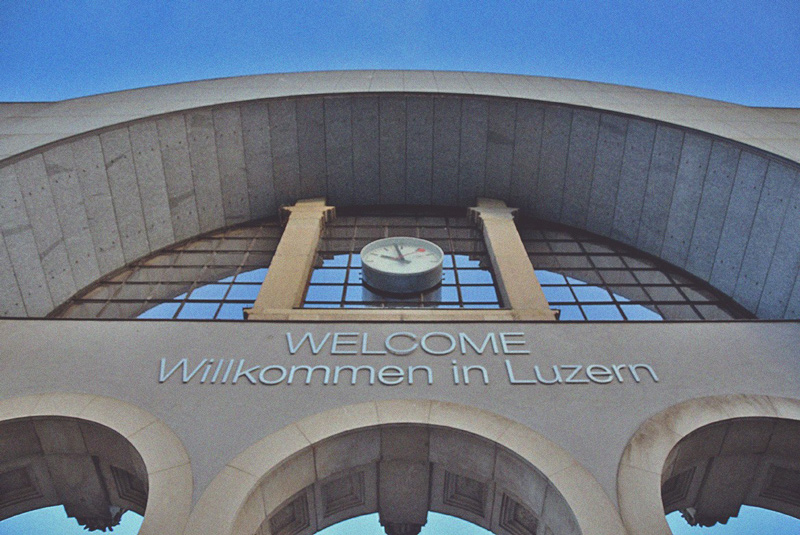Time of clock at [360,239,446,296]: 9:57
